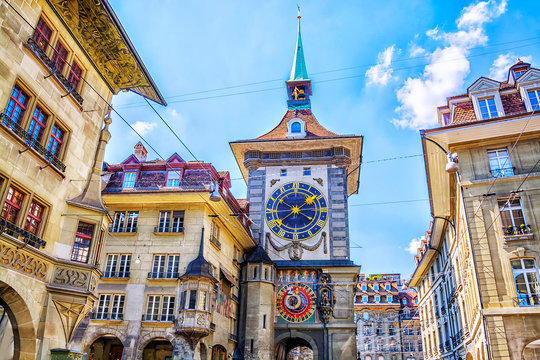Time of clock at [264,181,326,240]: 1:39
